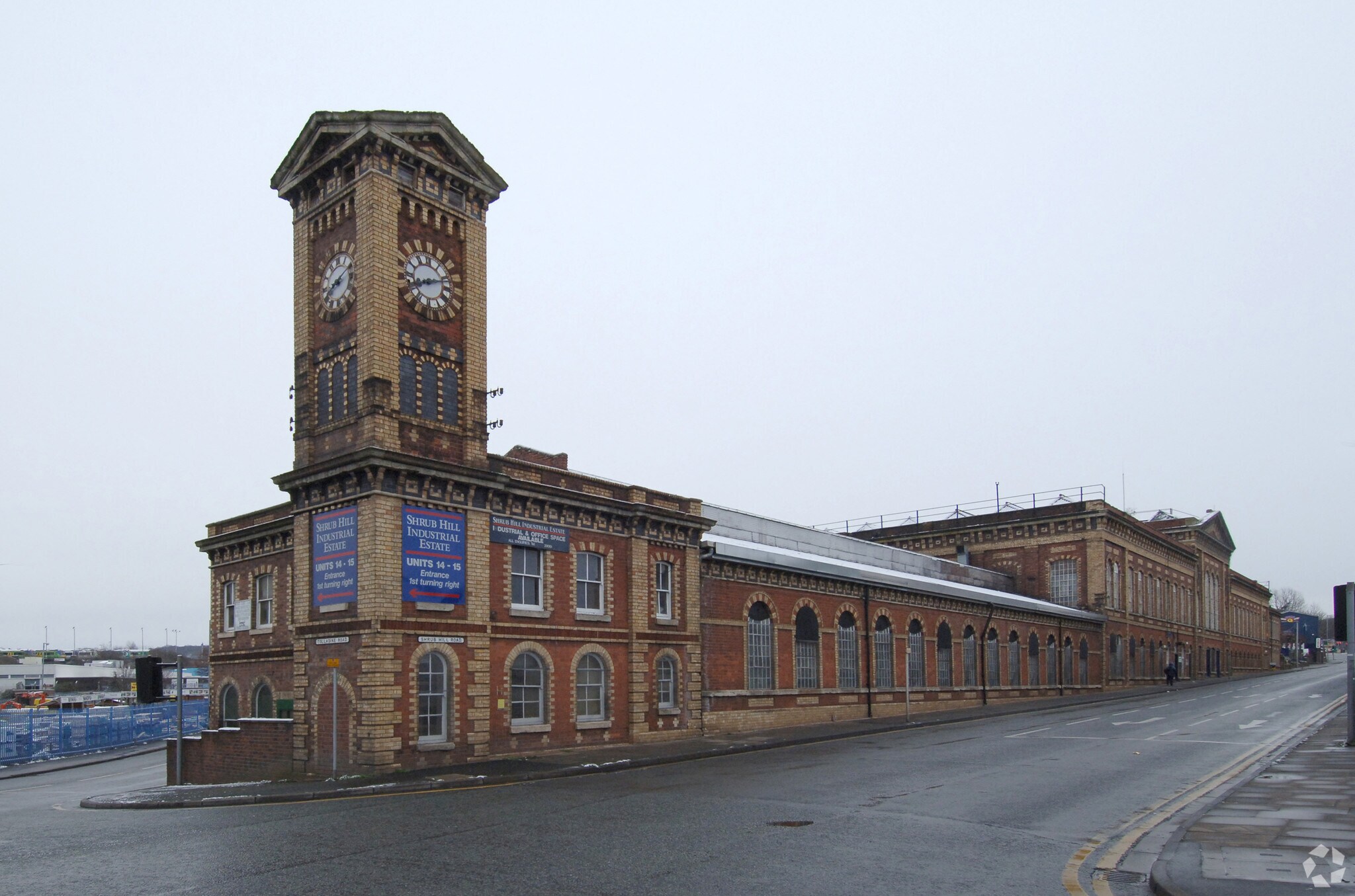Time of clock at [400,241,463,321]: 8:12
